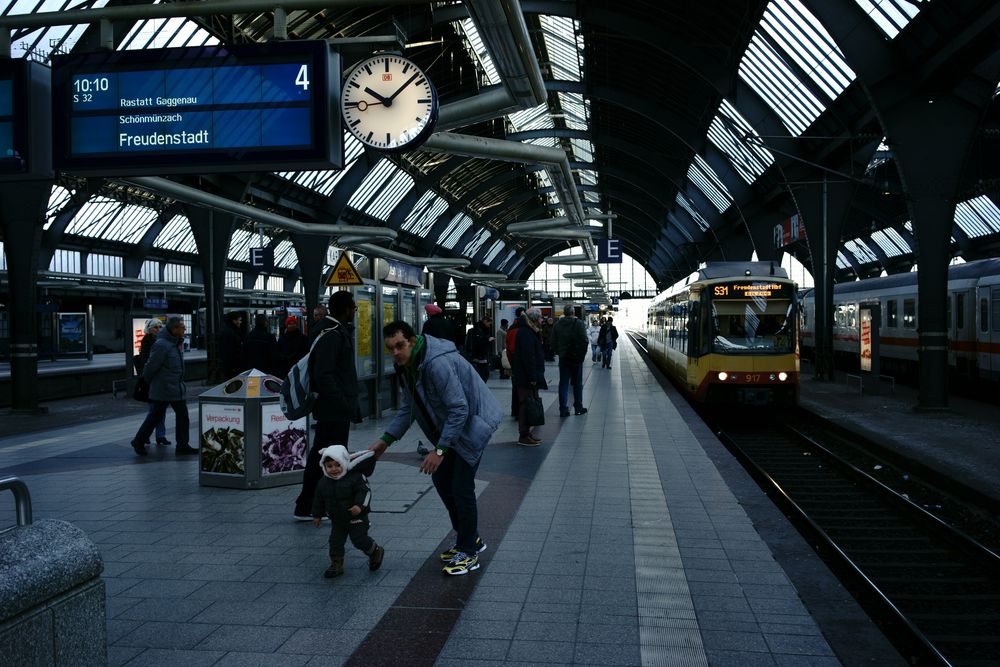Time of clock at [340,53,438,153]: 10:08
